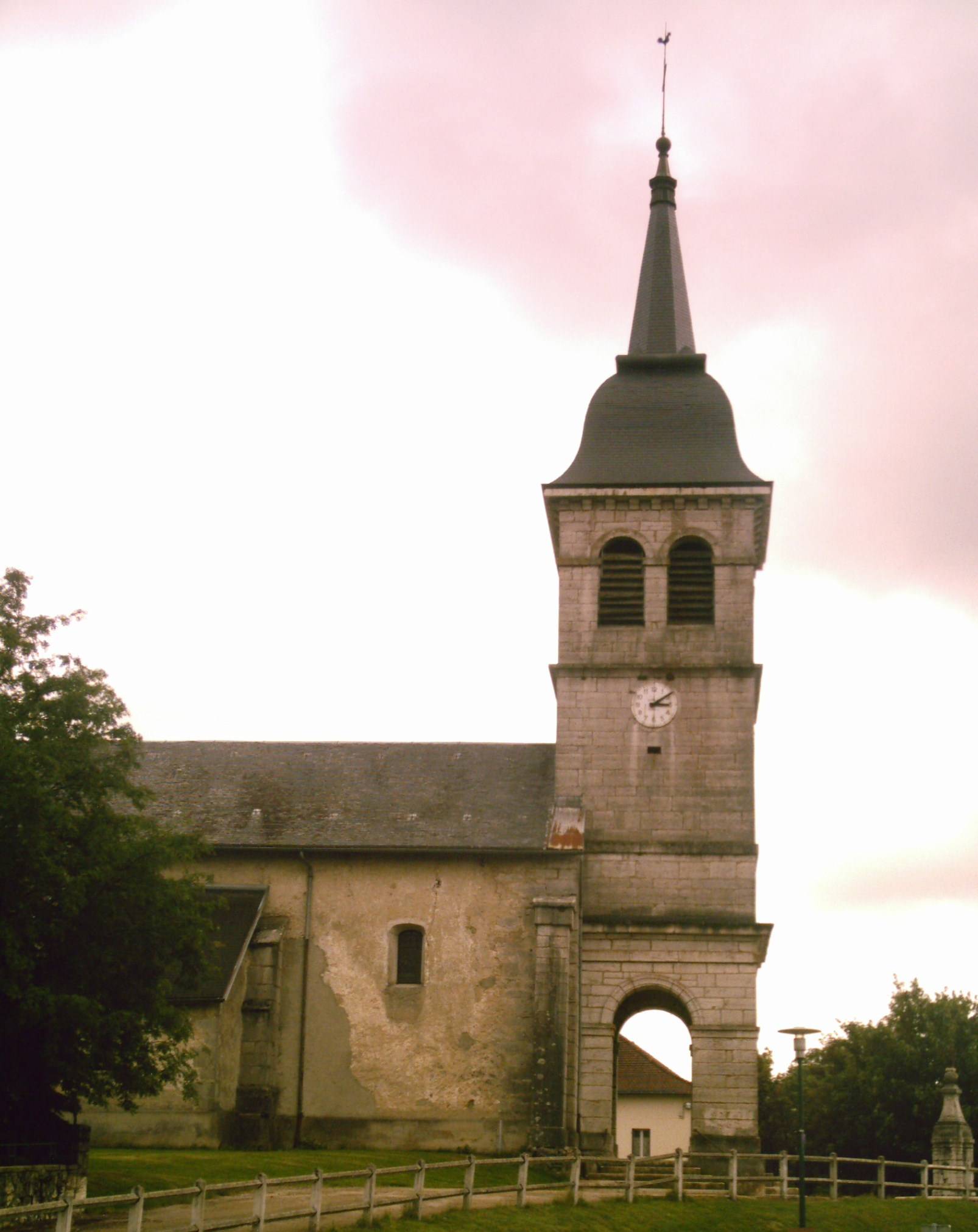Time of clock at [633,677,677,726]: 3:09
